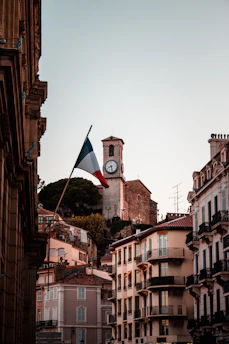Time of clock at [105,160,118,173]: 8:27
